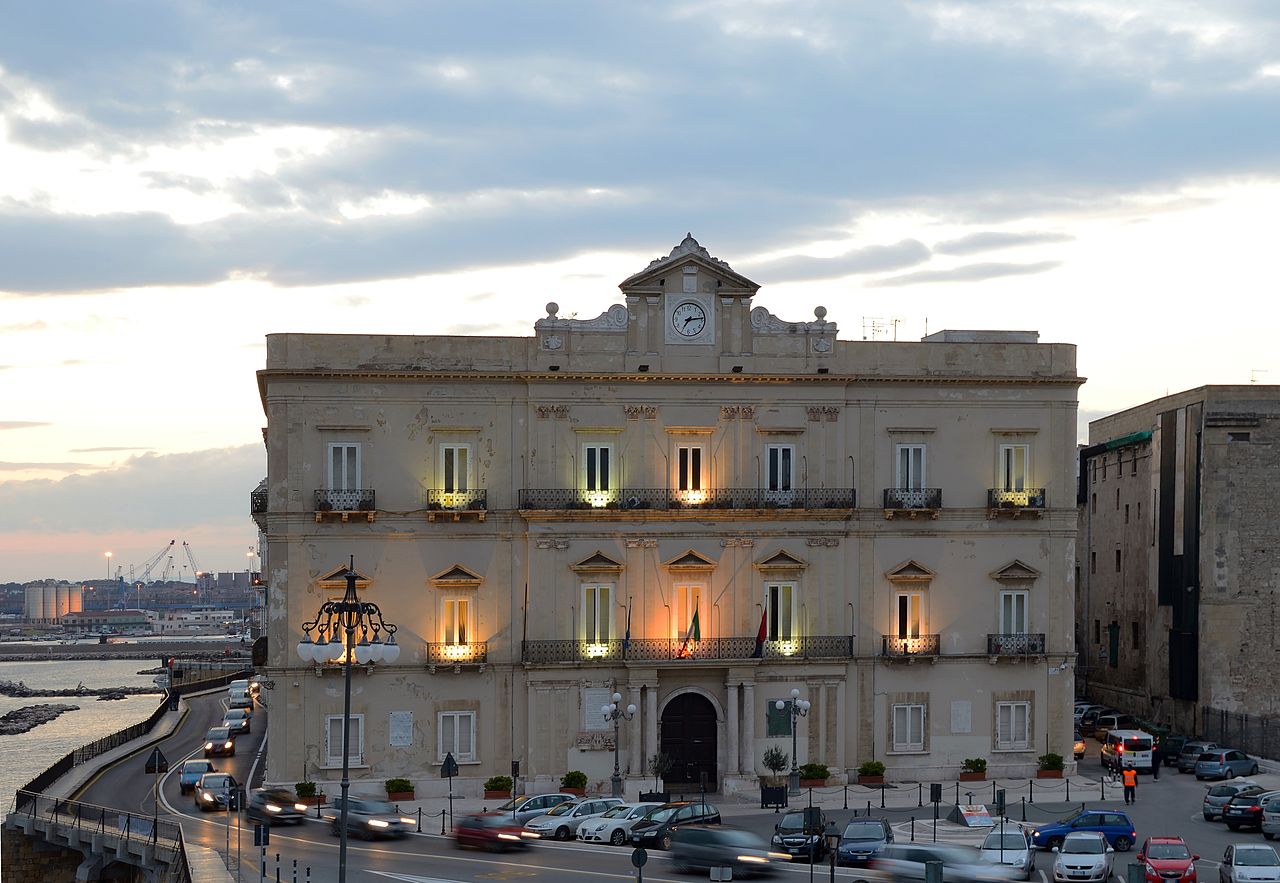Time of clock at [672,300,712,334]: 7:13
